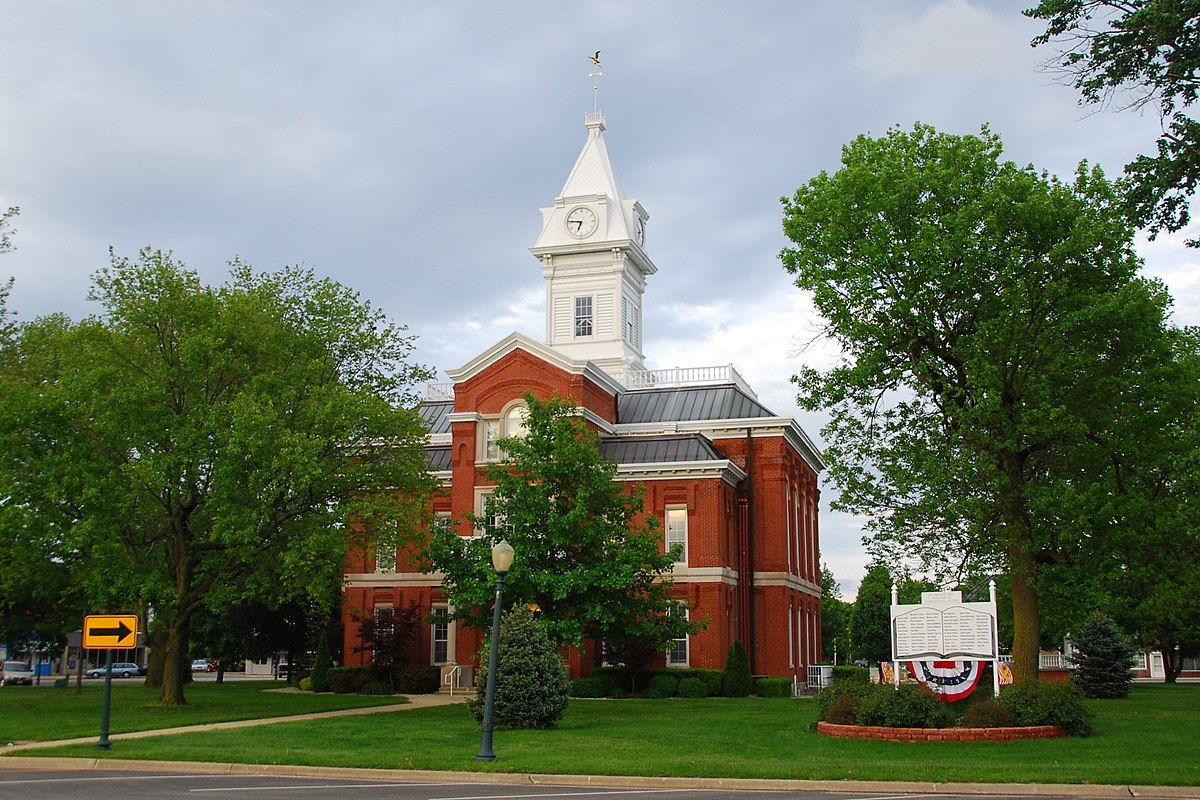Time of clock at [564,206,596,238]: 6:46
